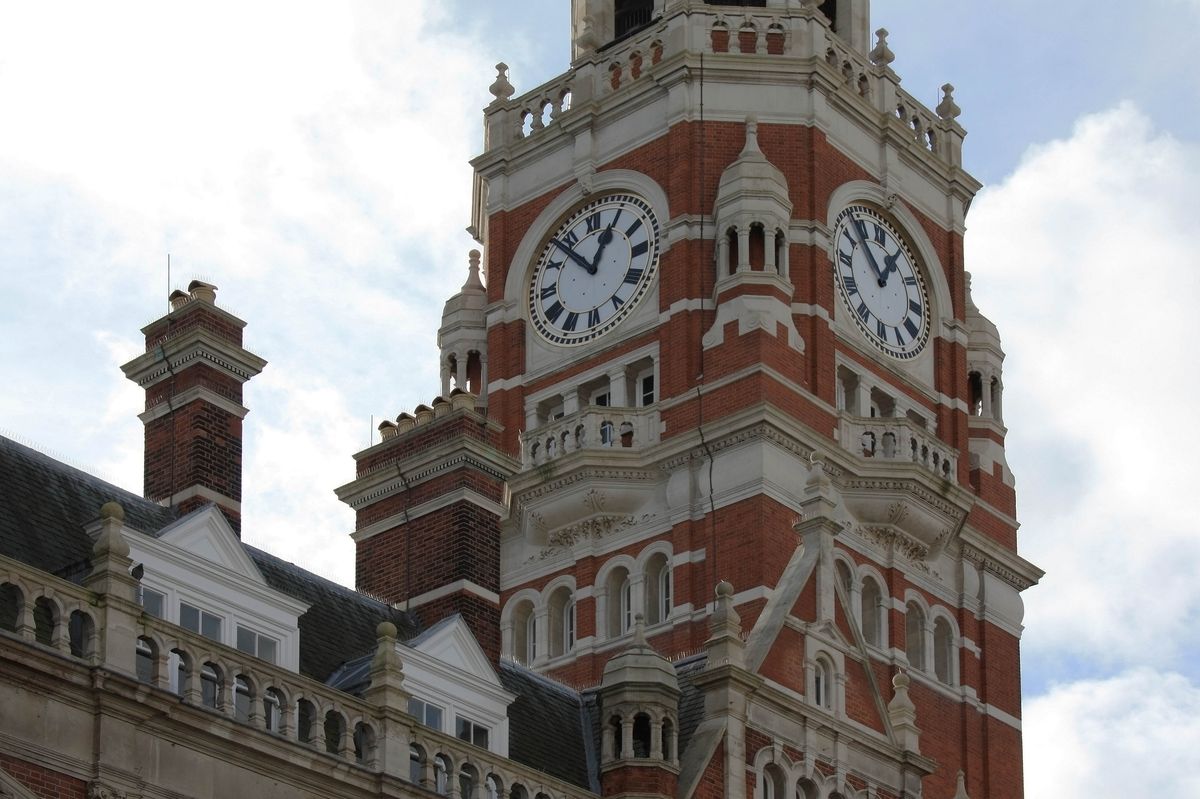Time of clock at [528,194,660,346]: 12:53
